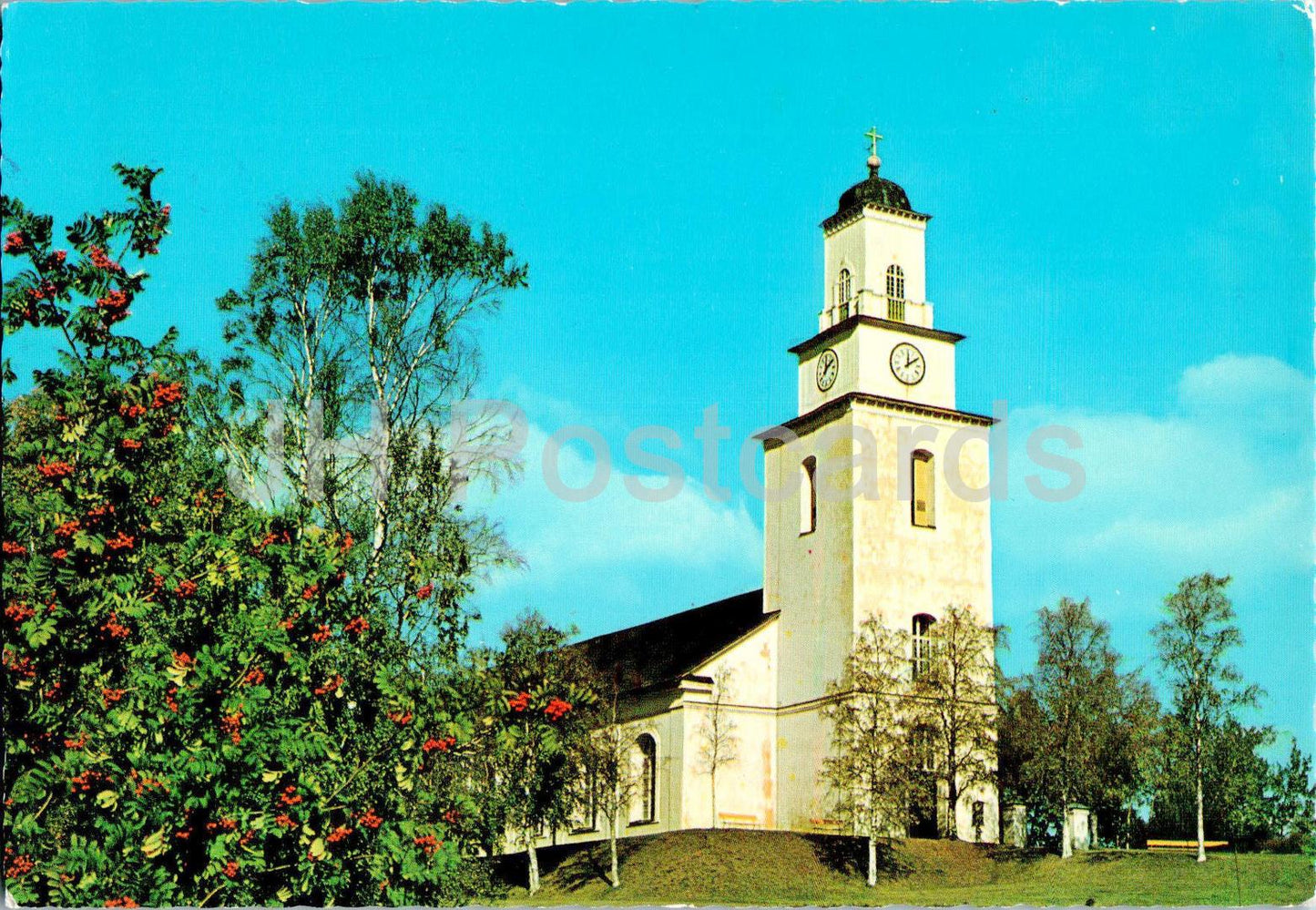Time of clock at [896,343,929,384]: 12:09
